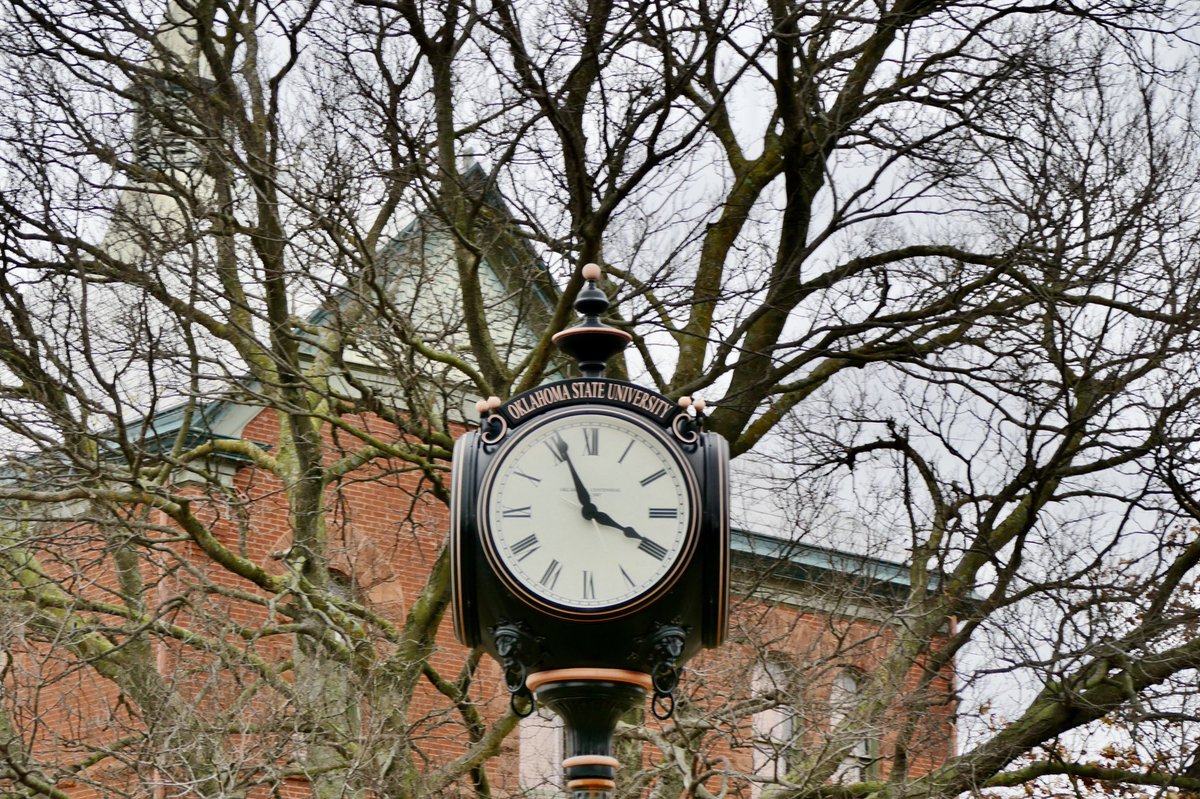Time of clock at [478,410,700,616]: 3:55
